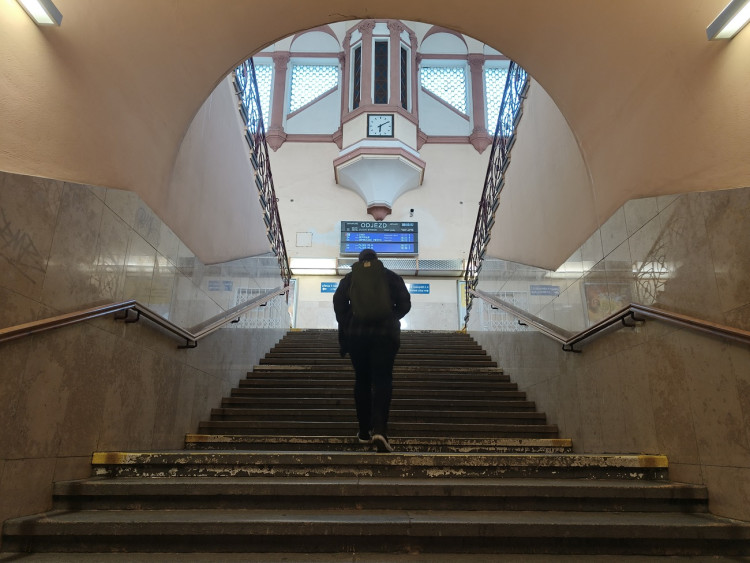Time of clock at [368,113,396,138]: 6:09
